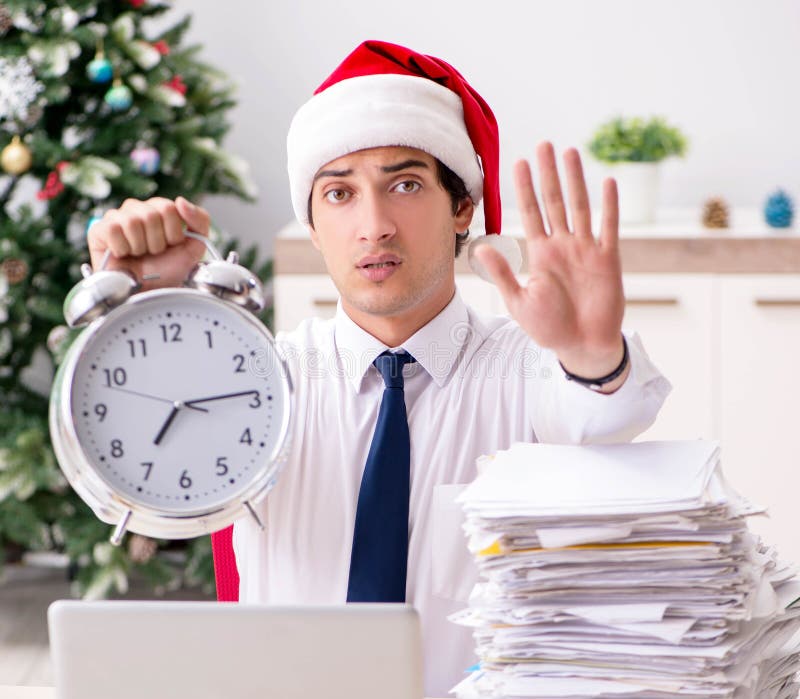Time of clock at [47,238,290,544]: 7:14
